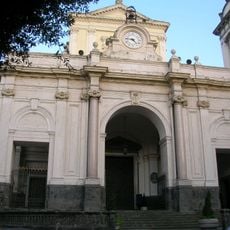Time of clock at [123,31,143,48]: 4:45
